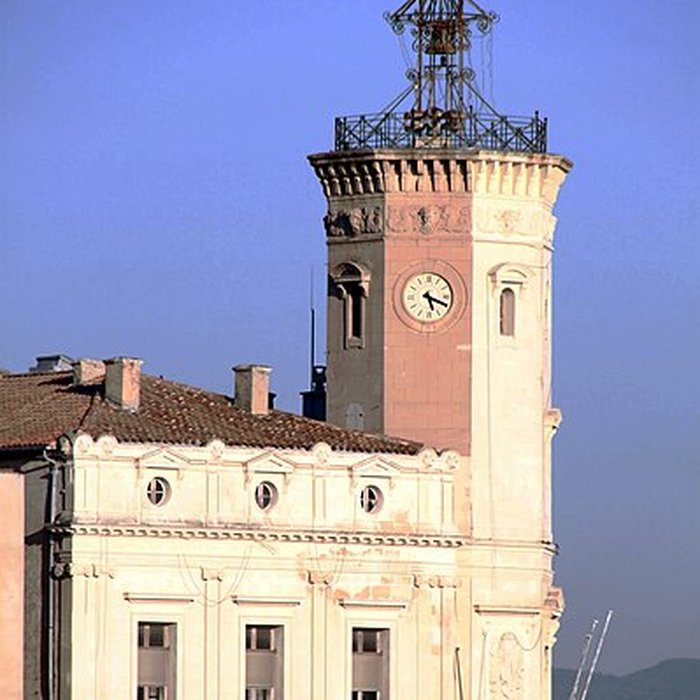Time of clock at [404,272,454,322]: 5:18
